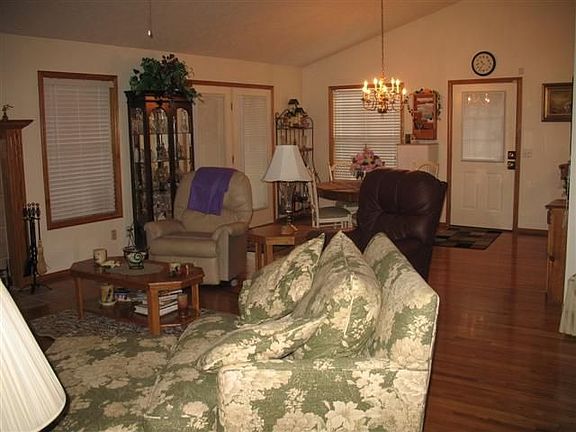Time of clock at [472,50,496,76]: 10:36
